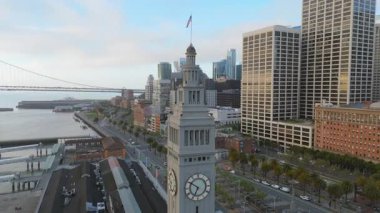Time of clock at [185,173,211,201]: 6:50
